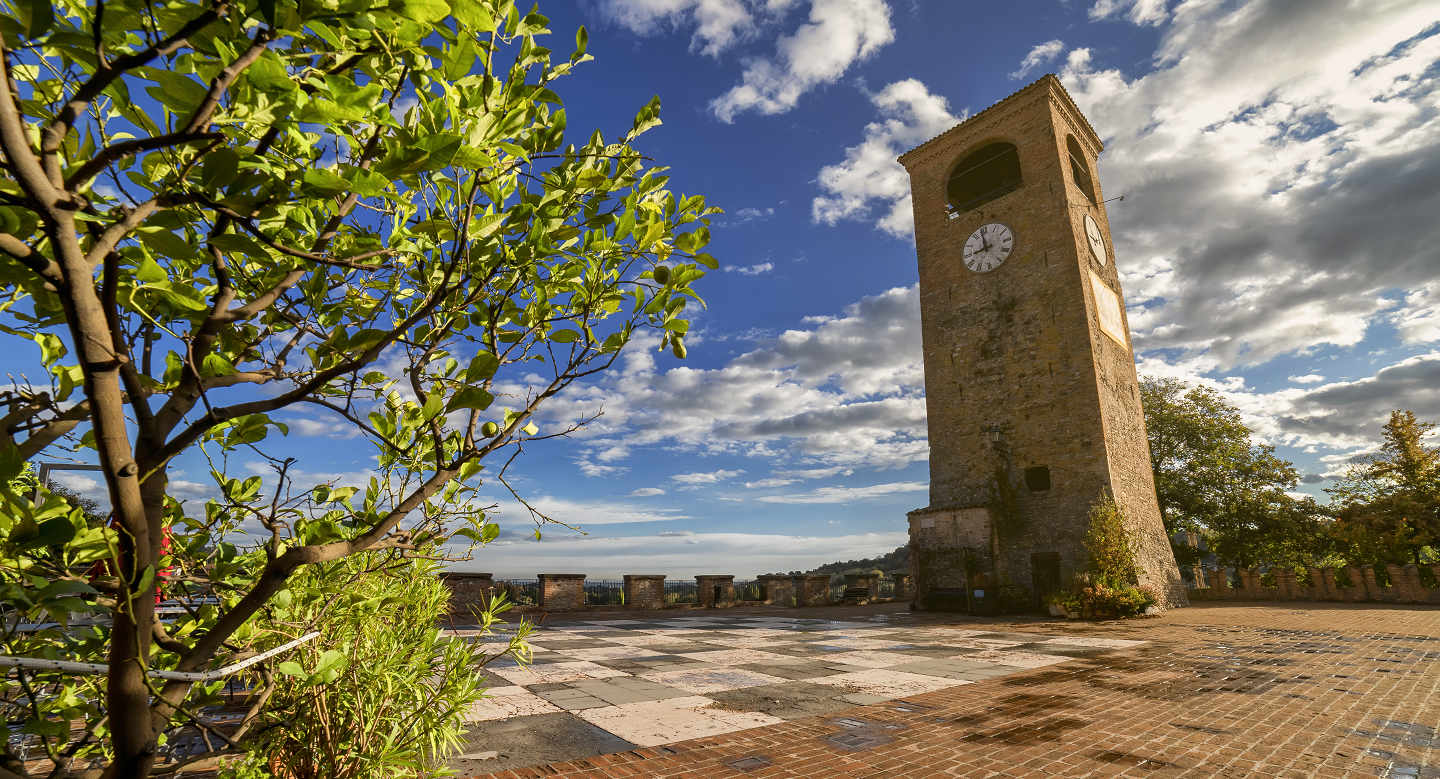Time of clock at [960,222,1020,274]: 8:58
